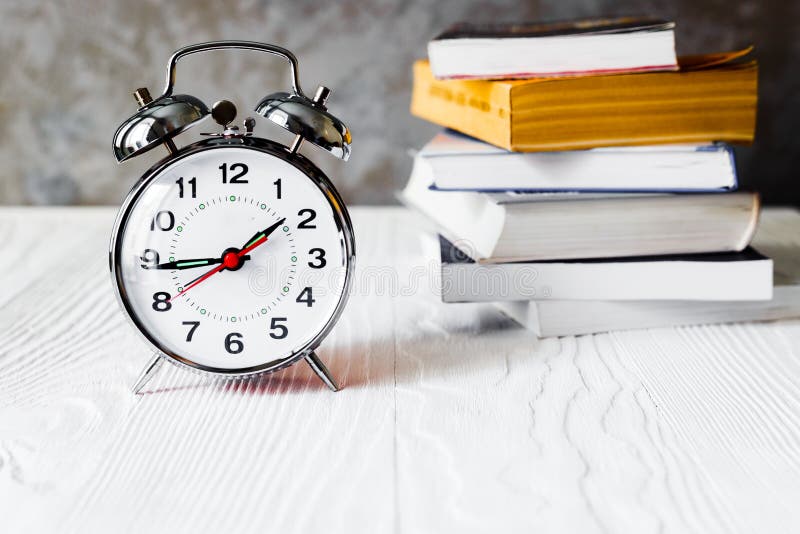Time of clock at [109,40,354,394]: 1:44
